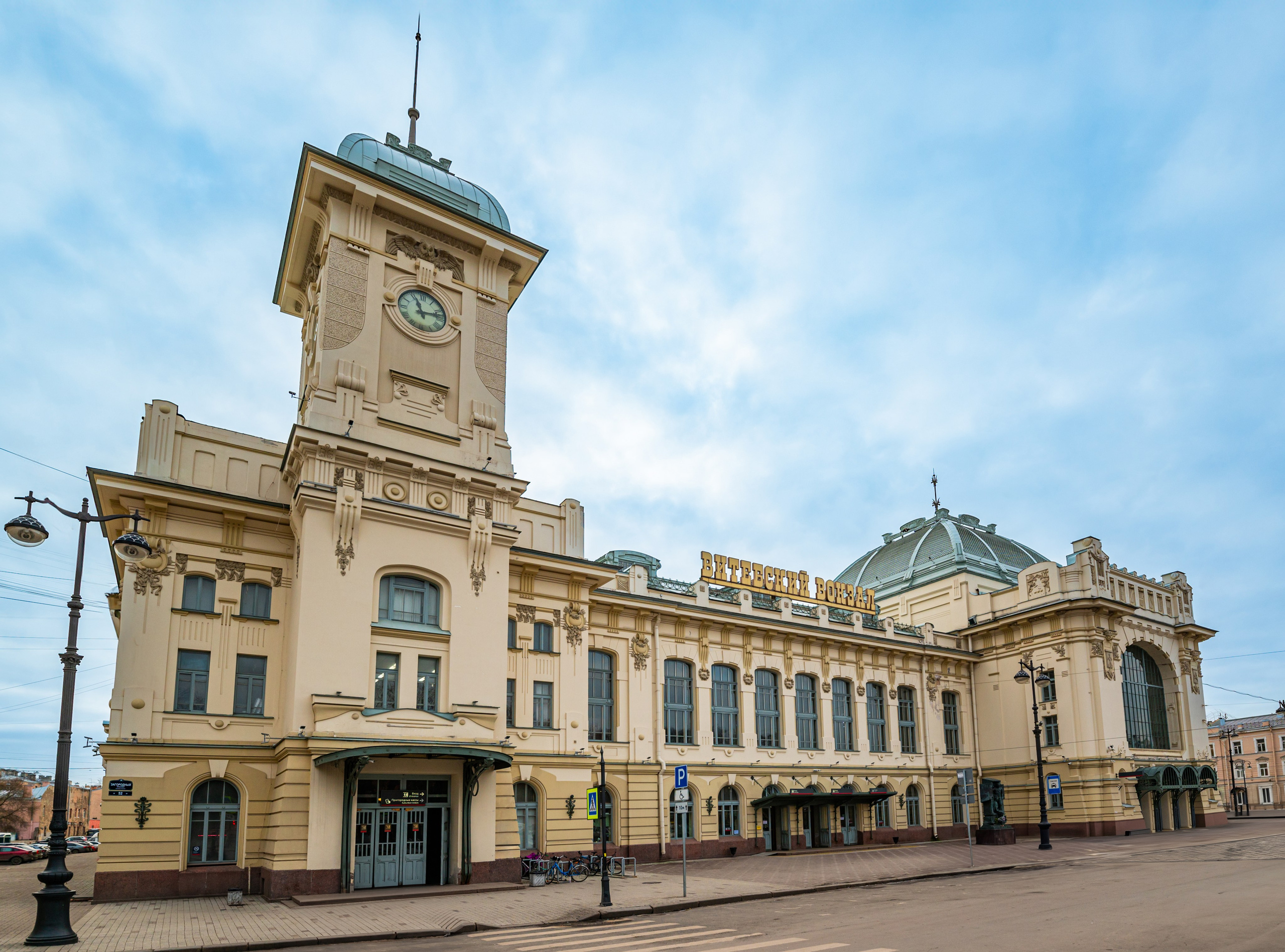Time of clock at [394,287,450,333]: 11:13
